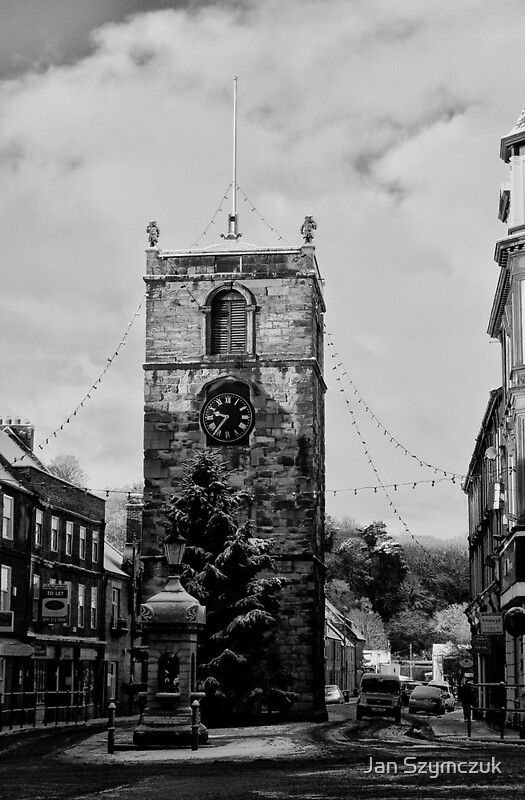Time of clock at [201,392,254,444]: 9:36
